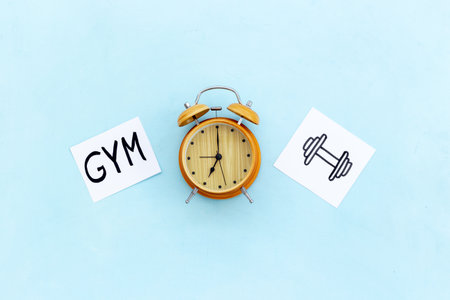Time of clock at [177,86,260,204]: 7:00
